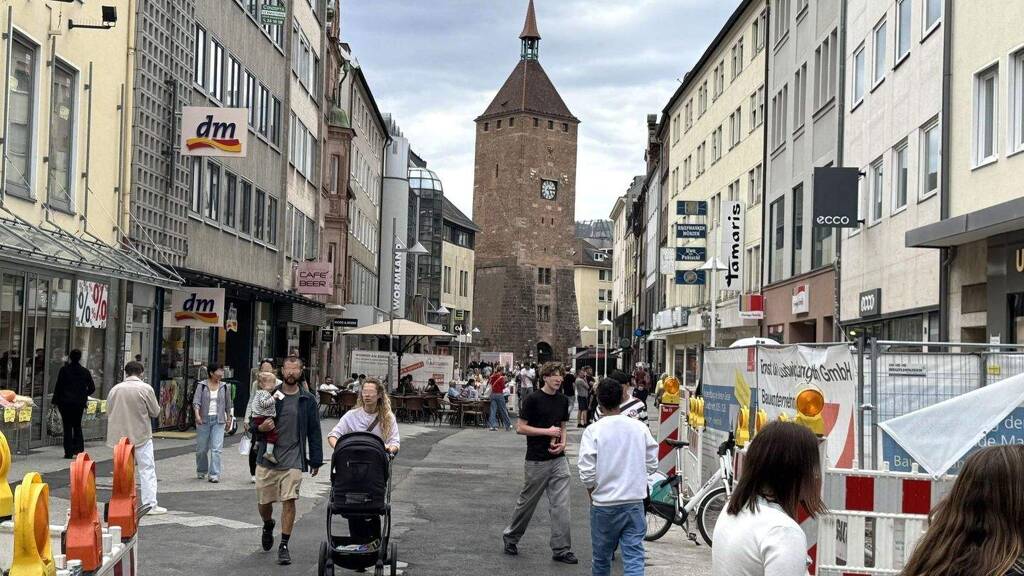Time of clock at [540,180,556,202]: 5:14
